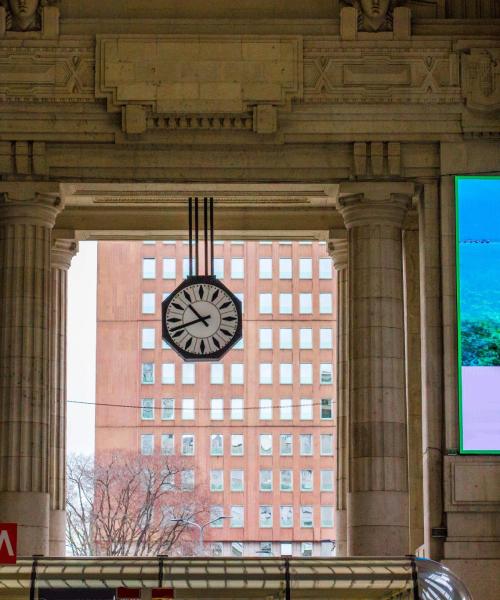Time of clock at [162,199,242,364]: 10:41
